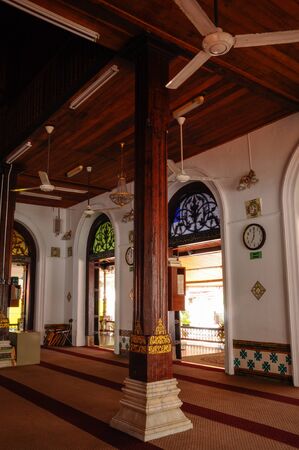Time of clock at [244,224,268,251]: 7:00
